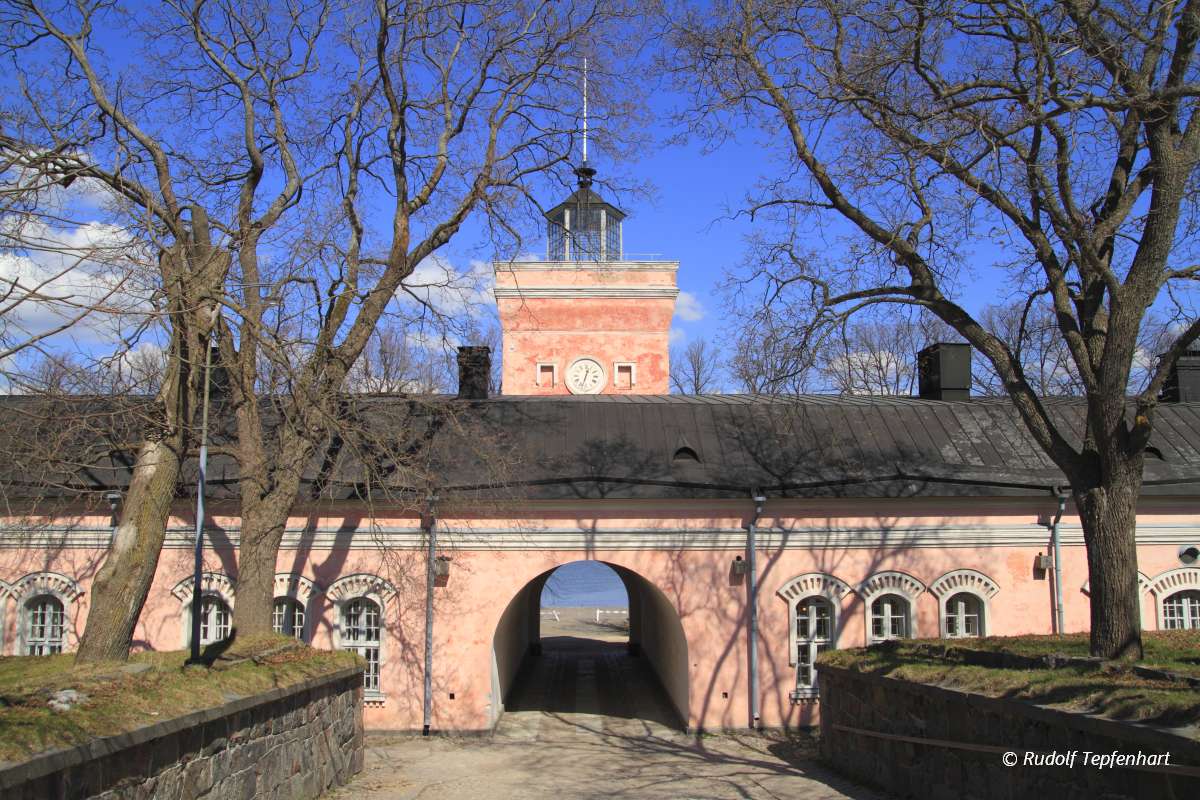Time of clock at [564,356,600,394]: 12:32
